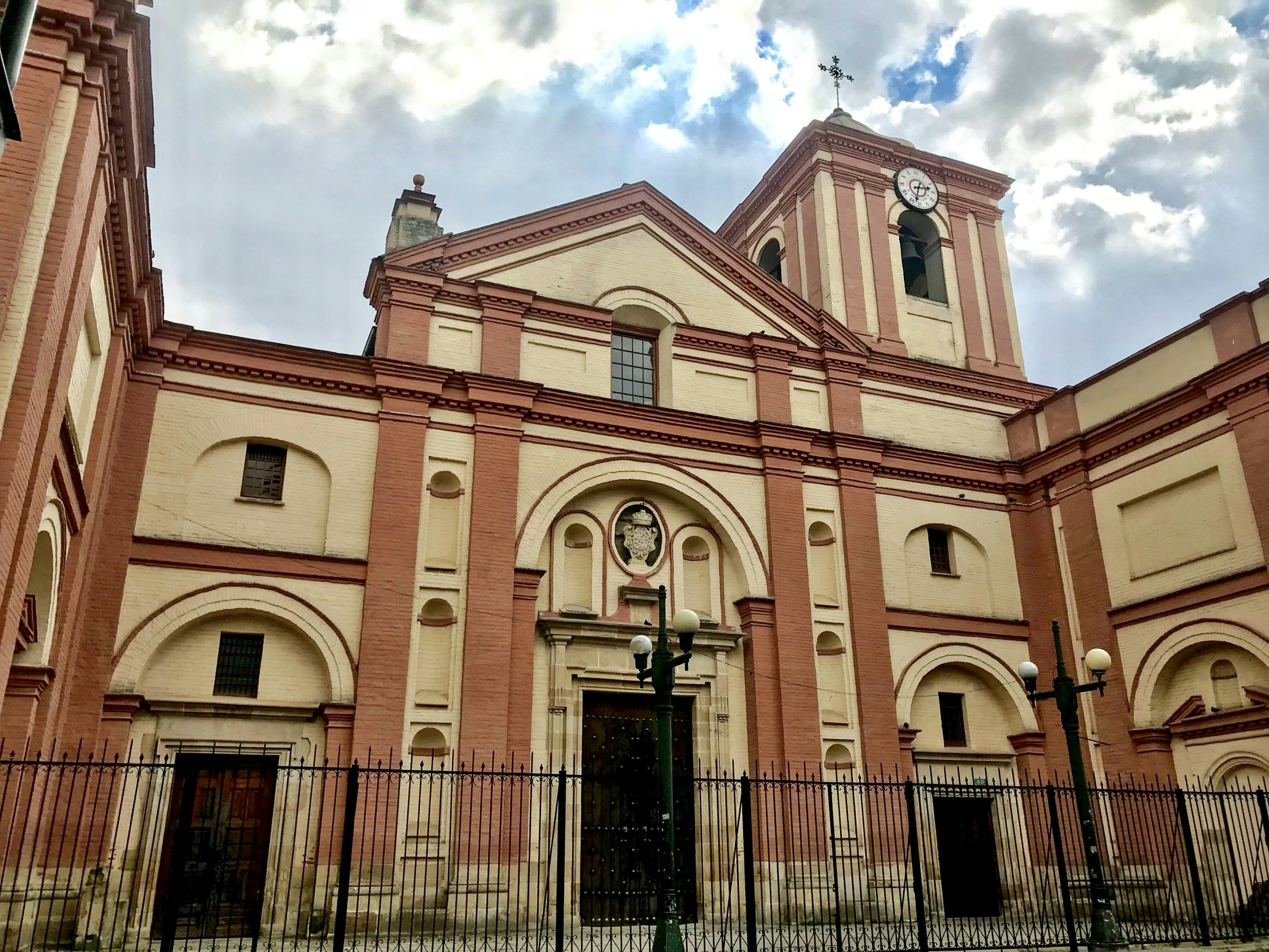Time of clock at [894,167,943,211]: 2:32
